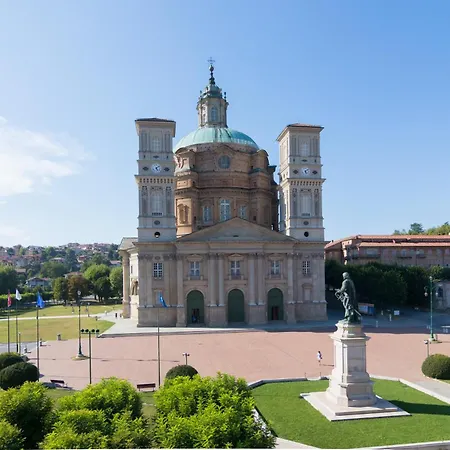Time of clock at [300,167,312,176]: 5:08
